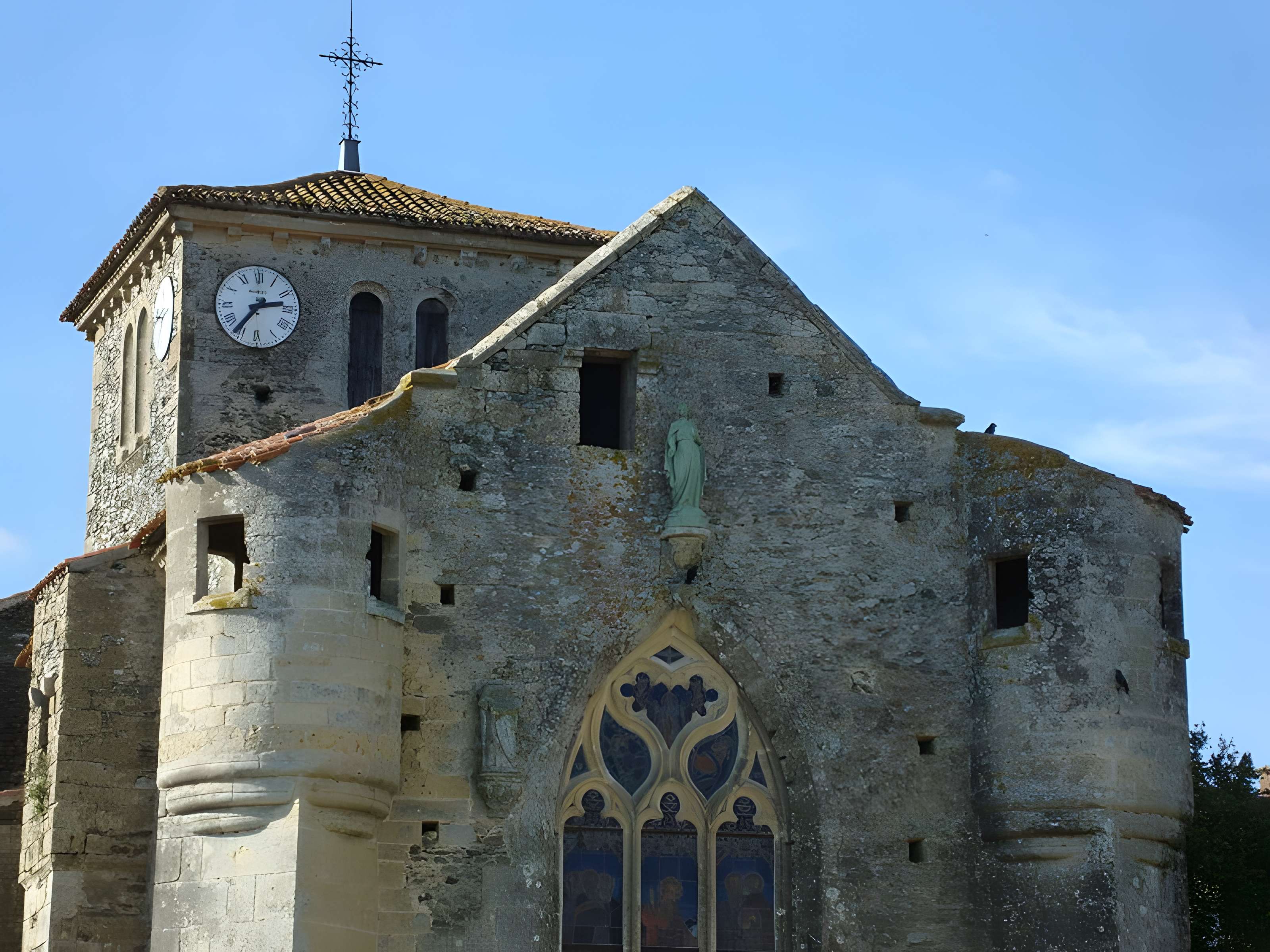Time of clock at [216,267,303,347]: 2:36
